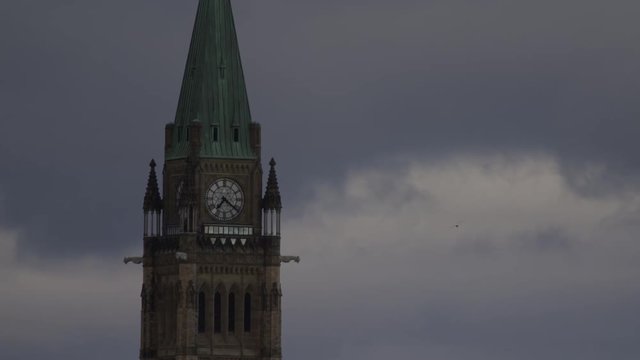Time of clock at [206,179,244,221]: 7:21
